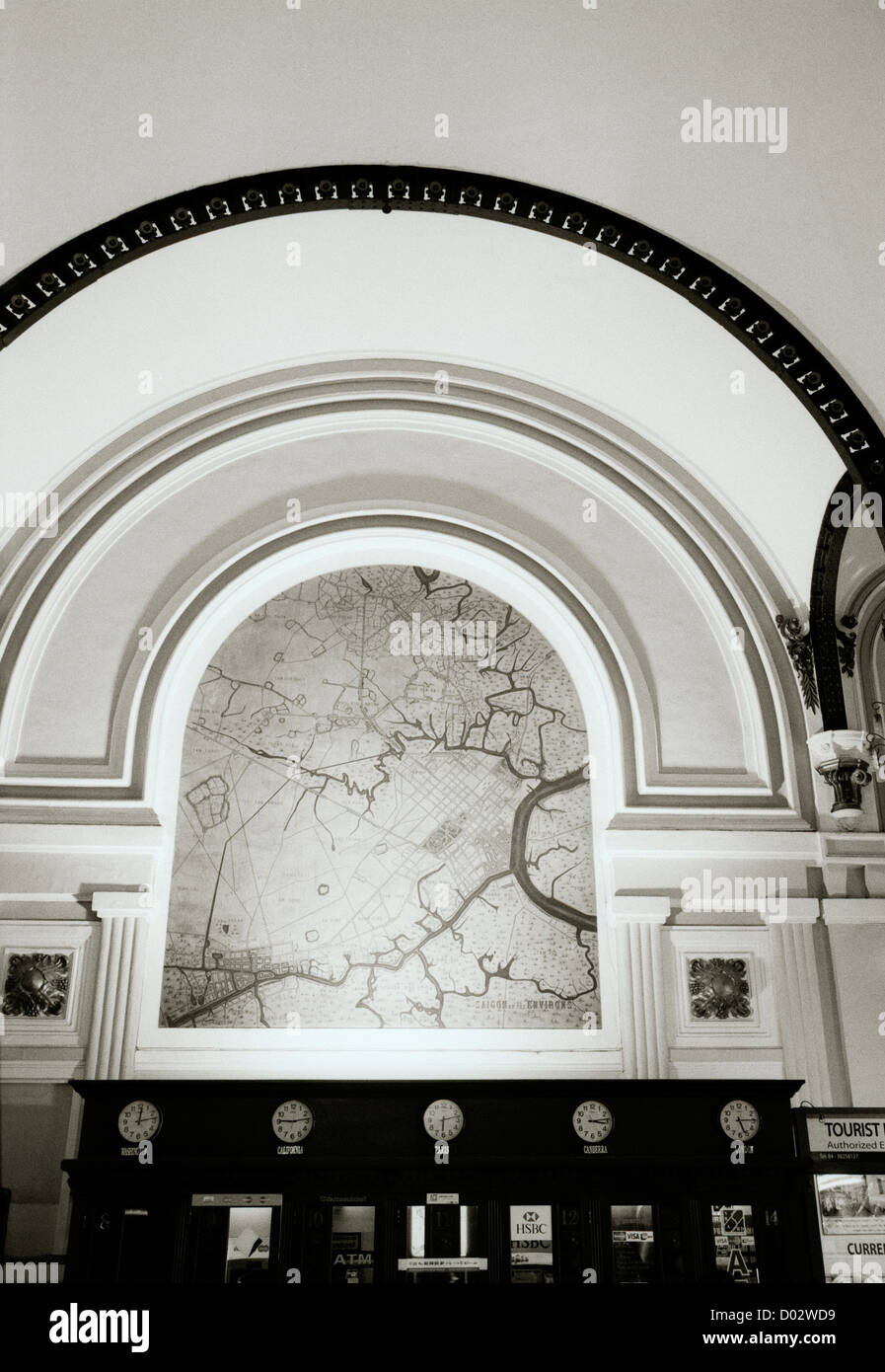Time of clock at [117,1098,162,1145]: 12:13
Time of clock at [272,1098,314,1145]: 9:13
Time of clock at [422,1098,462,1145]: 6:13
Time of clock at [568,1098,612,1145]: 3:13
